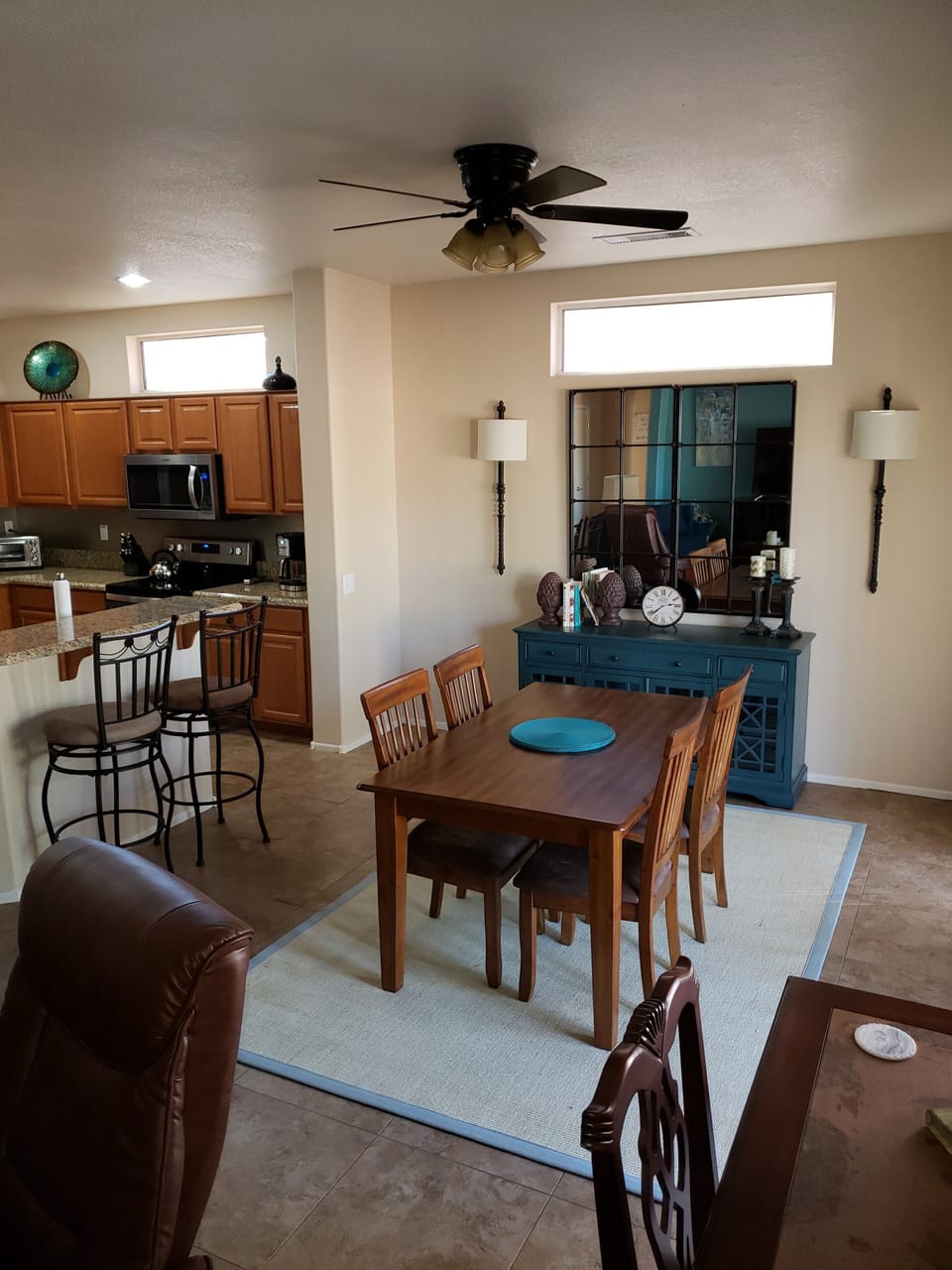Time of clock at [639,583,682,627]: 2:38
